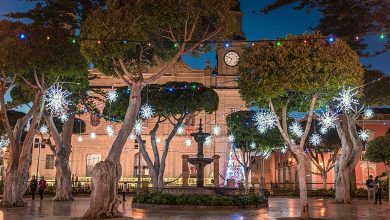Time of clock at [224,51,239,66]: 6:48
